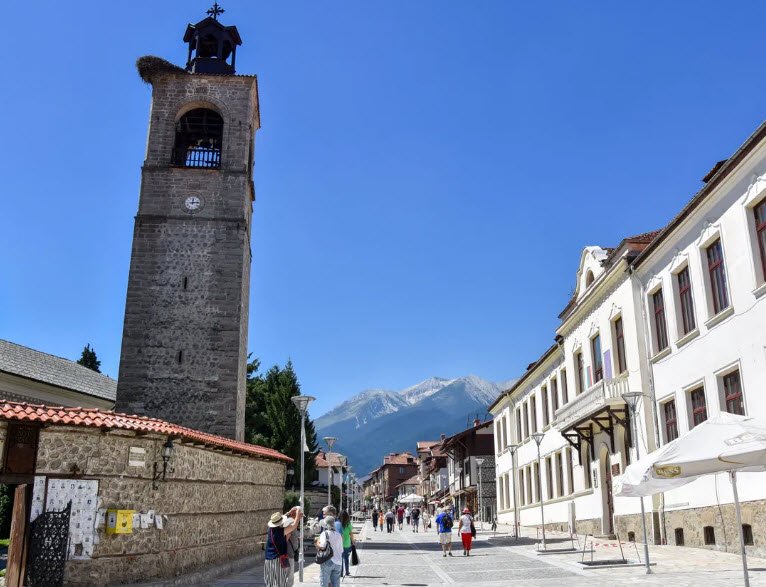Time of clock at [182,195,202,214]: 12:13
